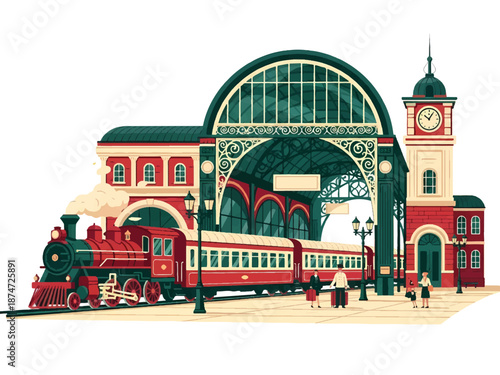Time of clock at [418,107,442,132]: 10:05
